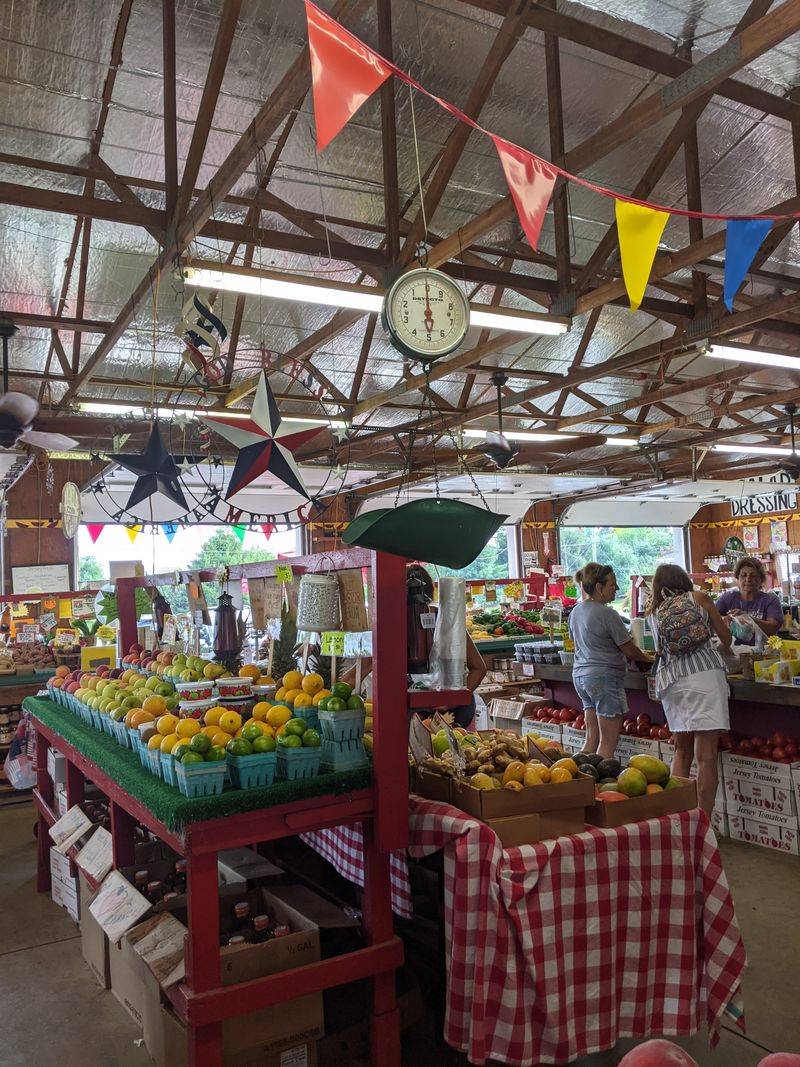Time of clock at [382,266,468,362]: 6:00
